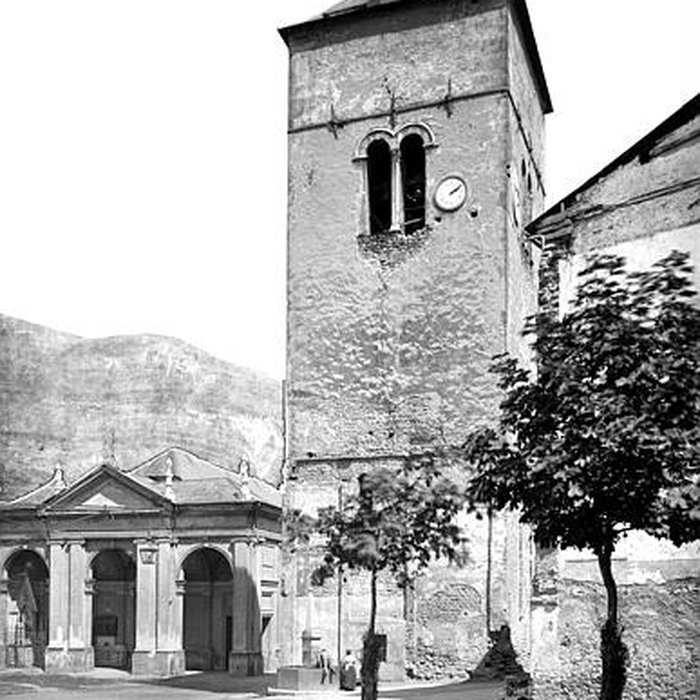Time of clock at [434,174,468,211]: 2:09
